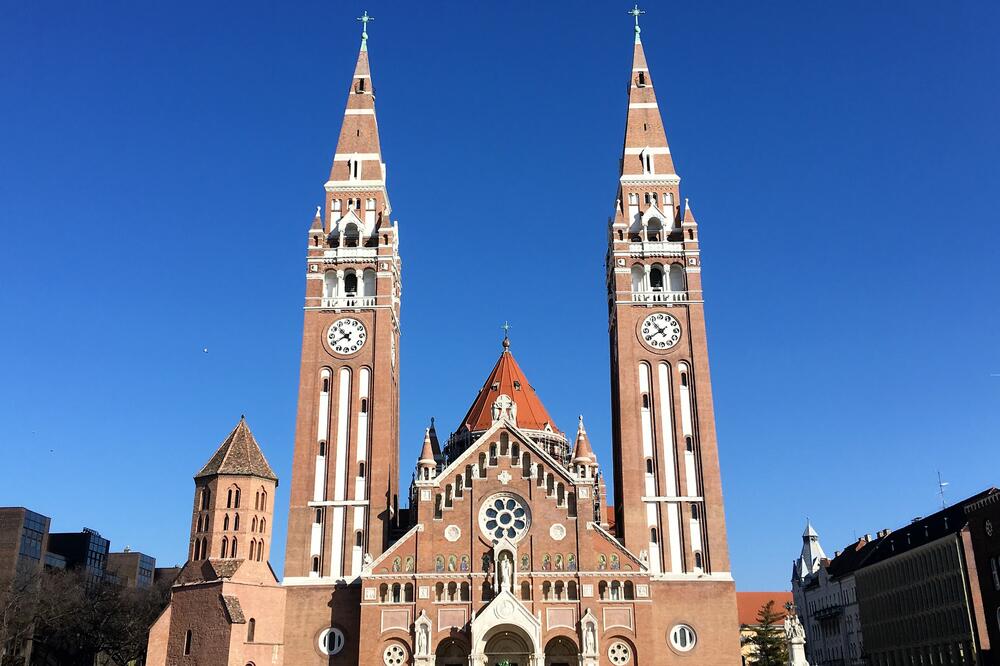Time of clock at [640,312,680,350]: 10:40
